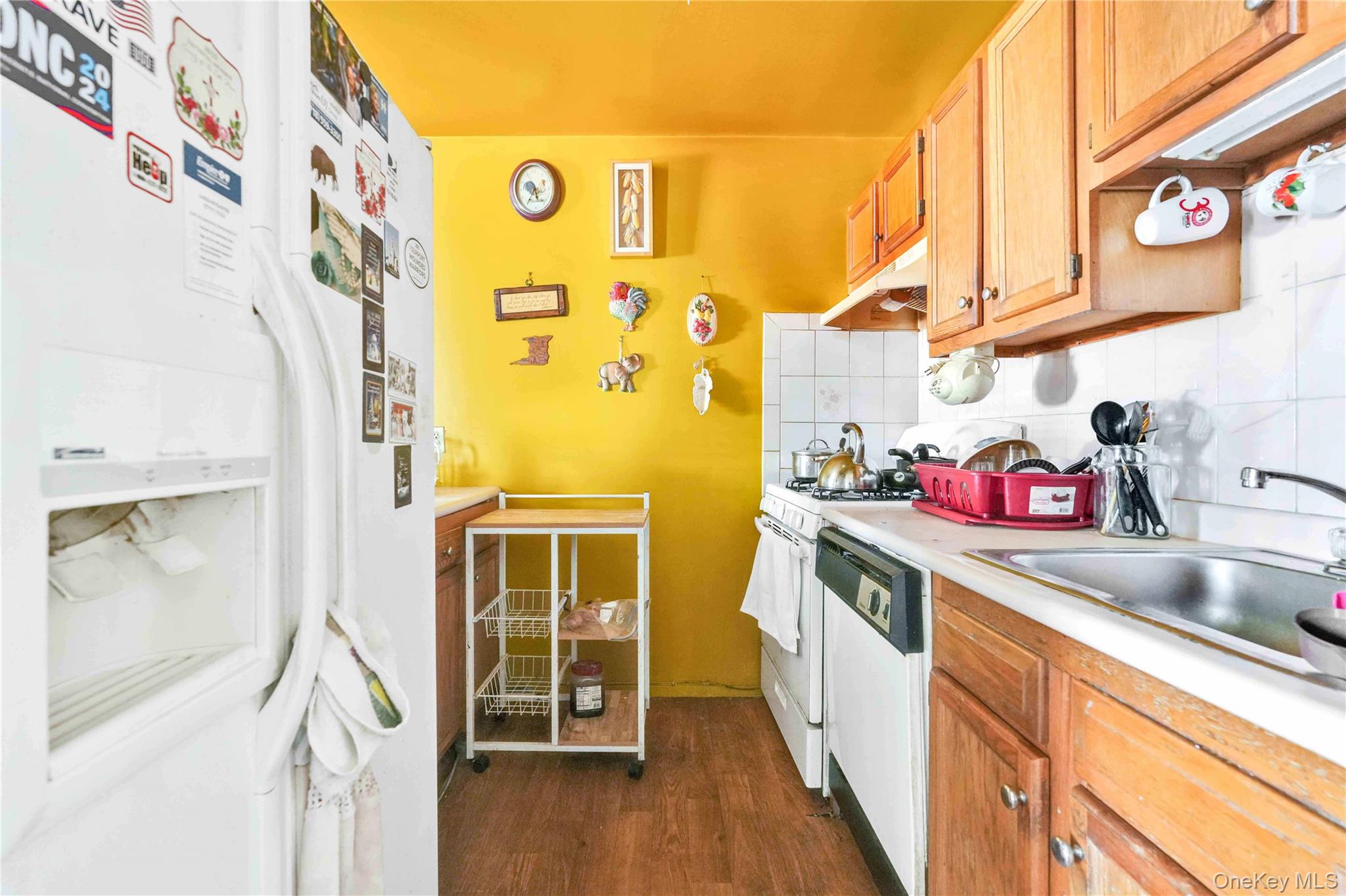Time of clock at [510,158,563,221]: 5:35
